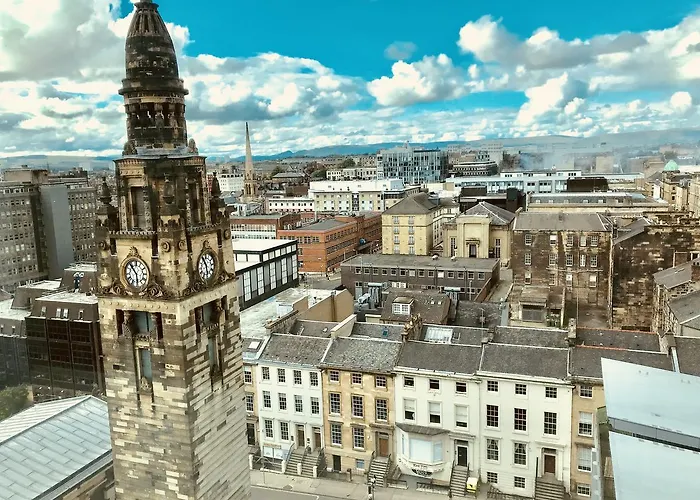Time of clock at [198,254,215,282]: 10:28
